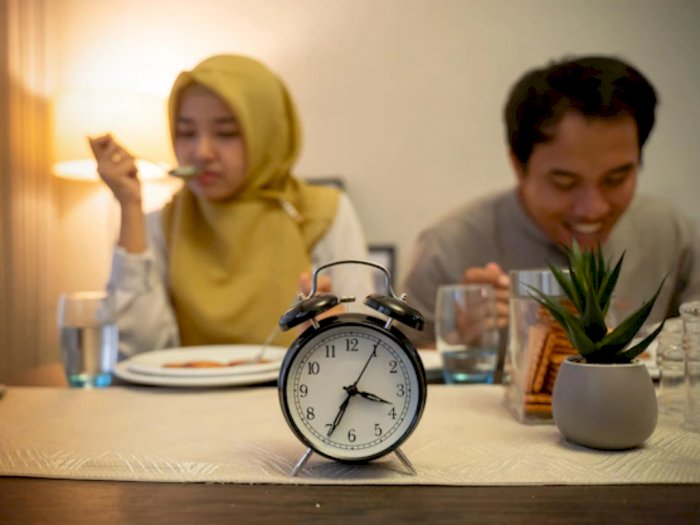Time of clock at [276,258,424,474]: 3:34
